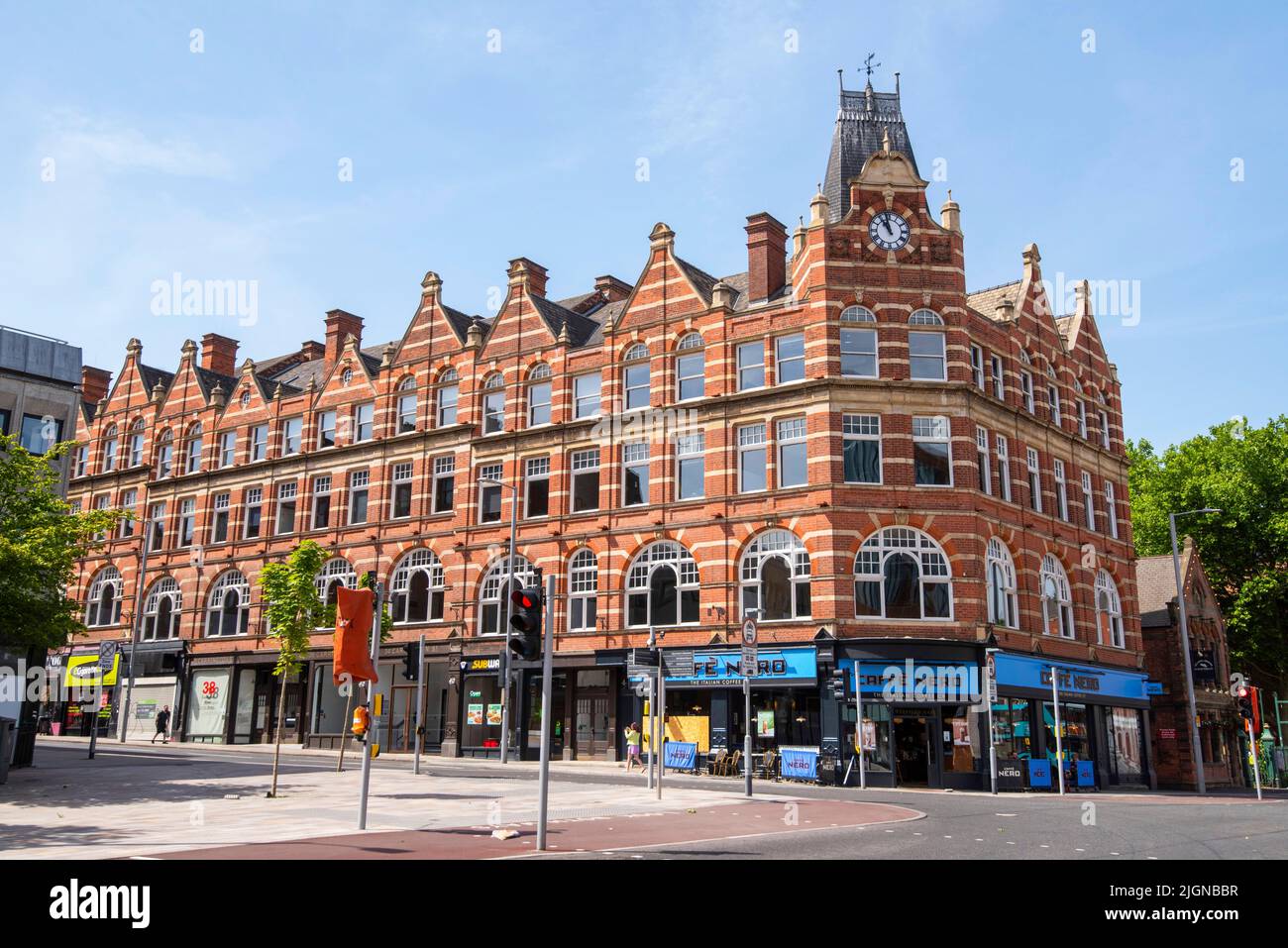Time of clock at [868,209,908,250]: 10:58
